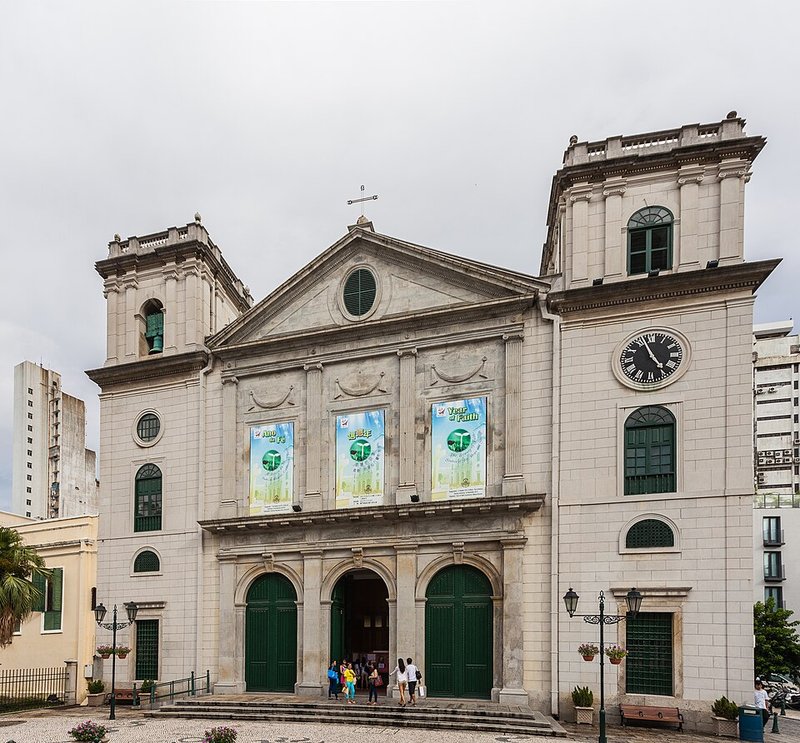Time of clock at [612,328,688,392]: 4:56
